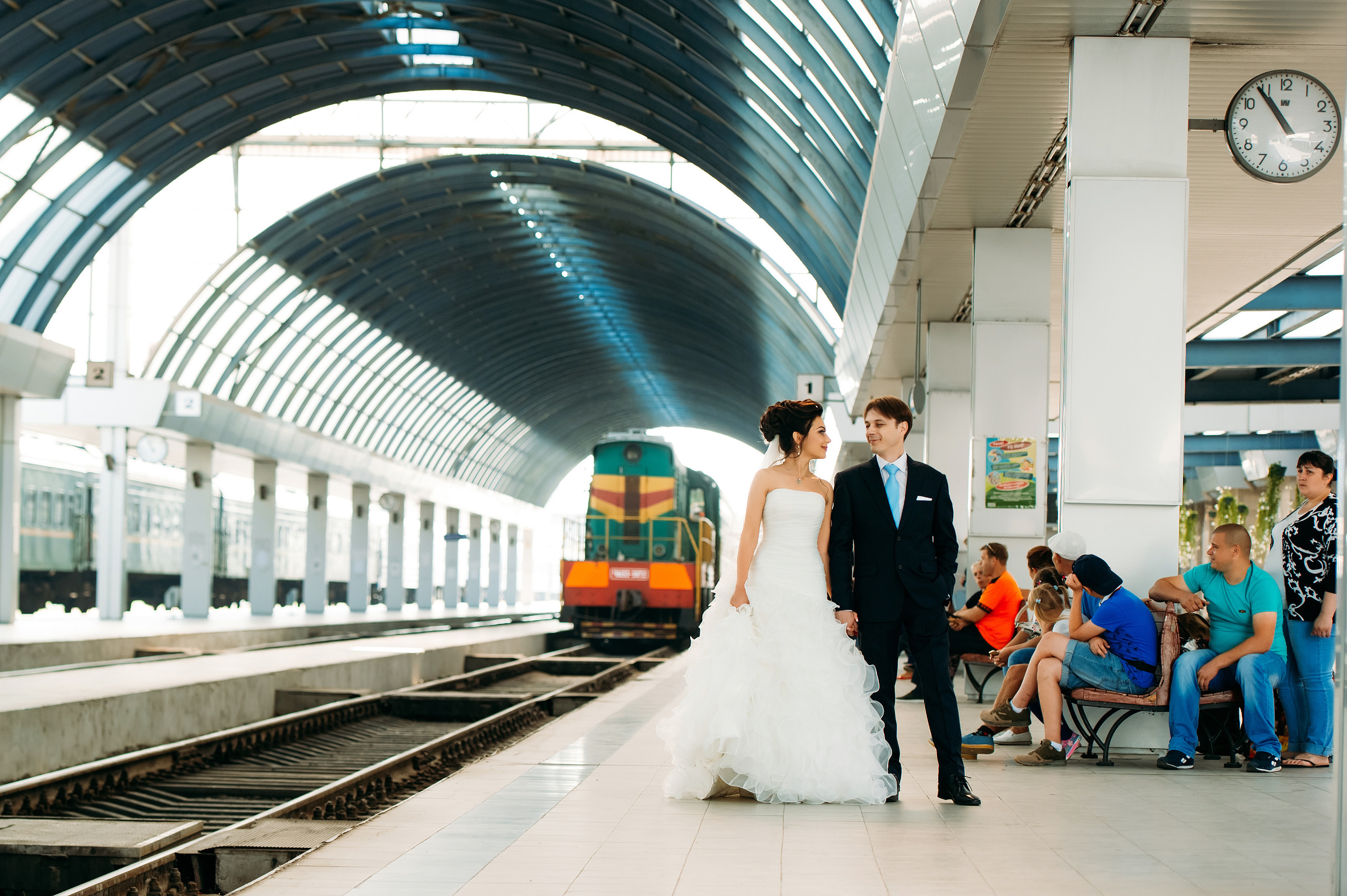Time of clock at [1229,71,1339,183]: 10:54
